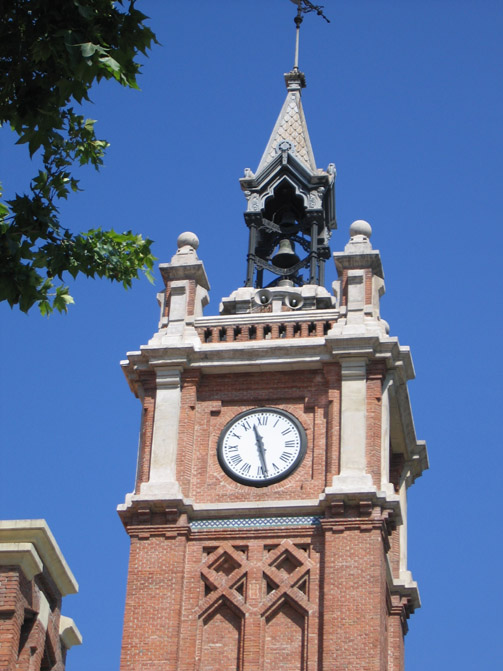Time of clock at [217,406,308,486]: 11:28
